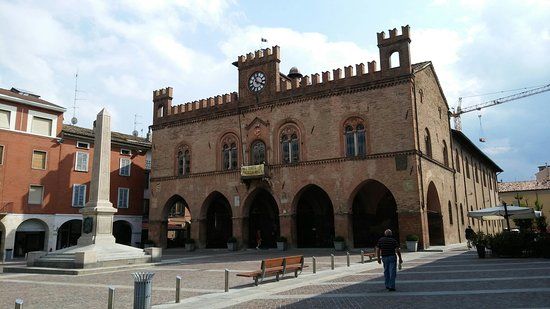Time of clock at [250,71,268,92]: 11:18
